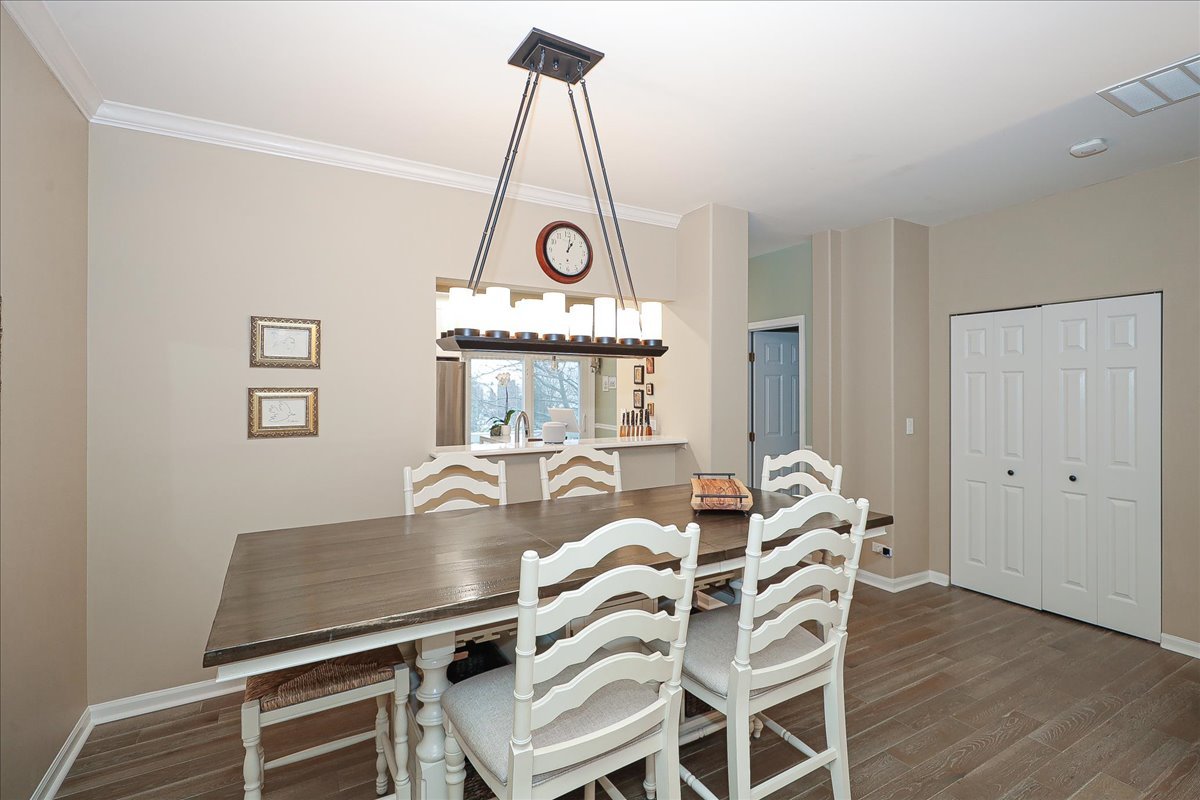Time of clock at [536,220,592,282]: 1:01
